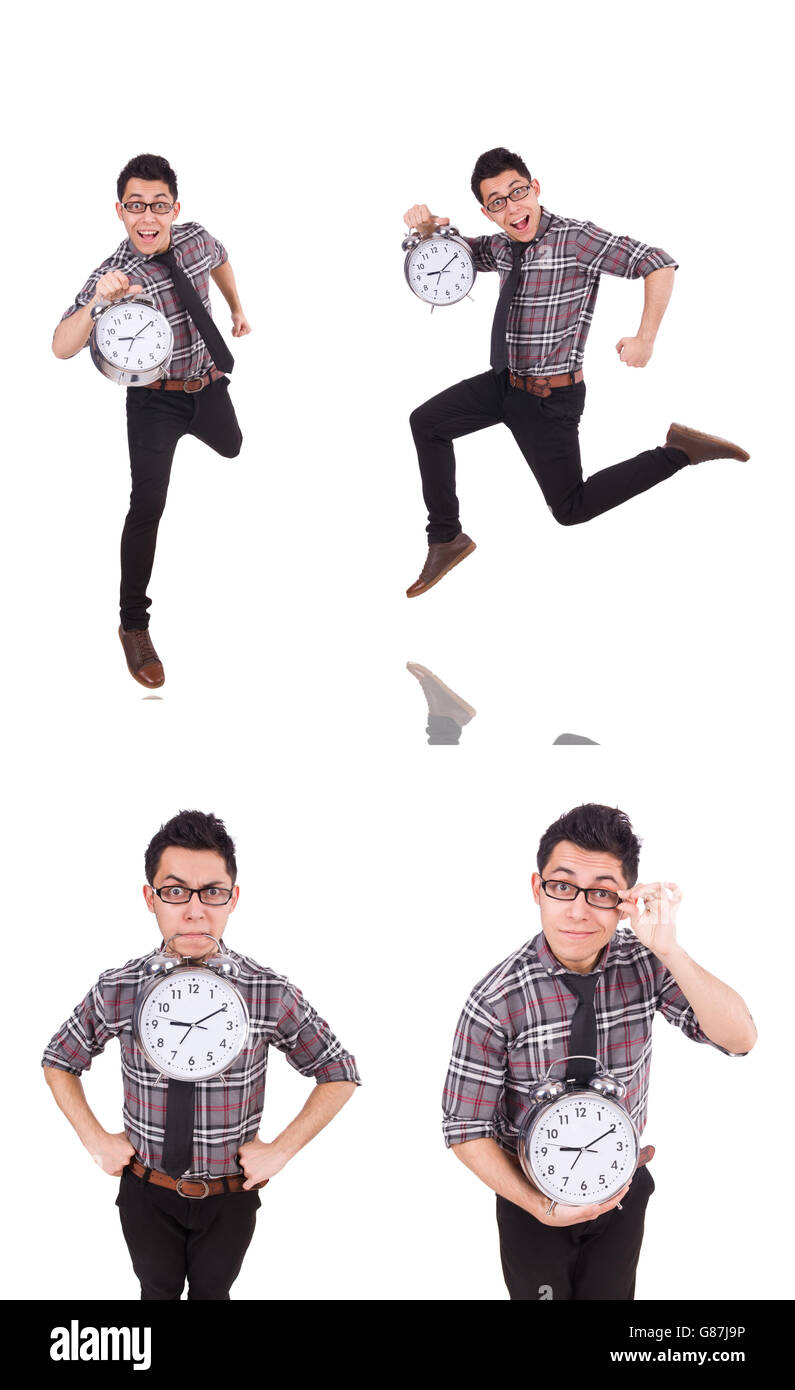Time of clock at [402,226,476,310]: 9:10
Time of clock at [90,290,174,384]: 9:09
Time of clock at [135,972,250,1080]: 9:10
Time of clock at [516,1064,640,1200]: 9:10
